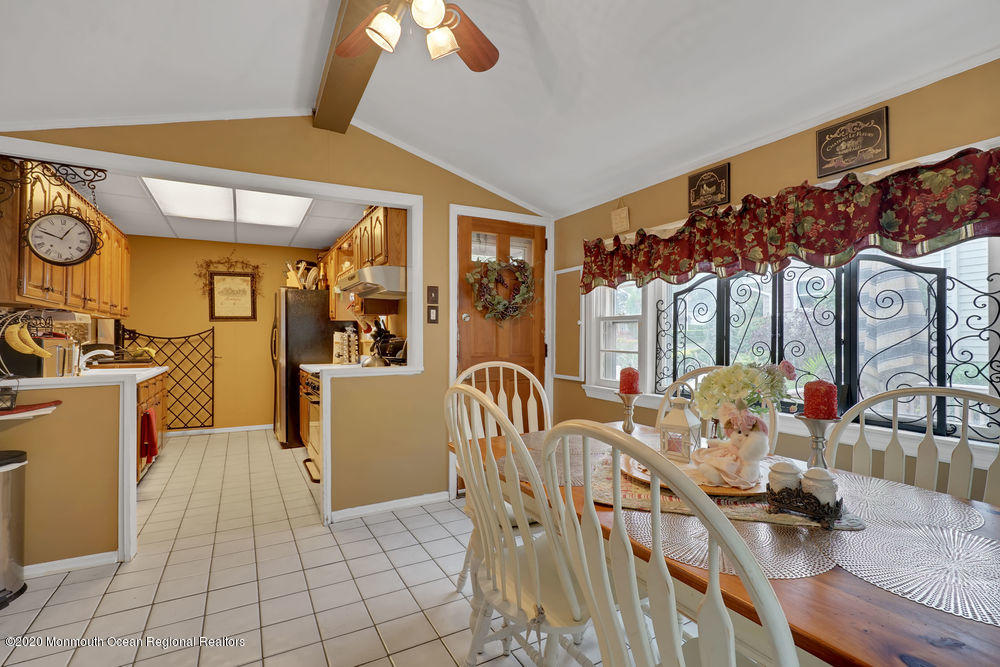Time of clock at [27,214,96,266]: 12:48
